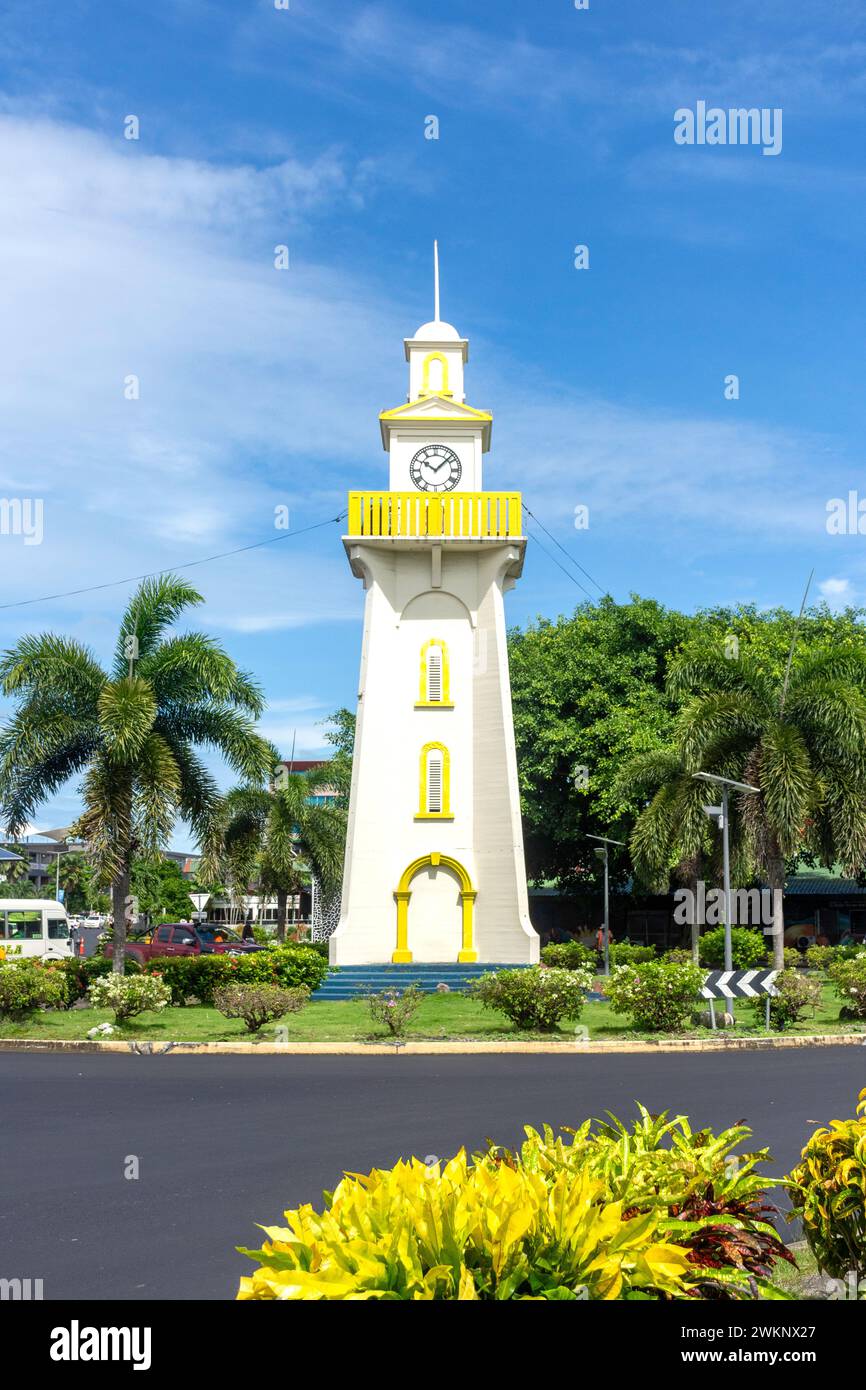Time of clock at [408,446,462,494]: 10:07
